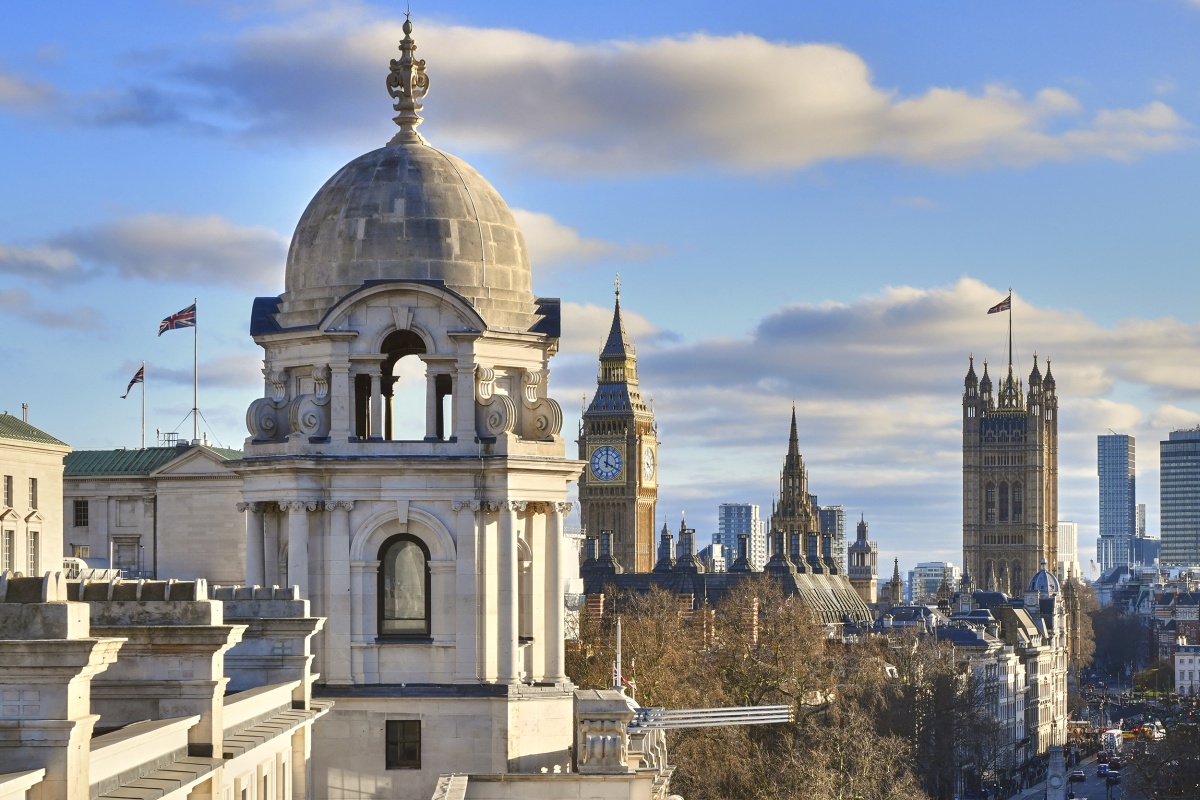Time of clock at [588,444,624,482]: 4:00
